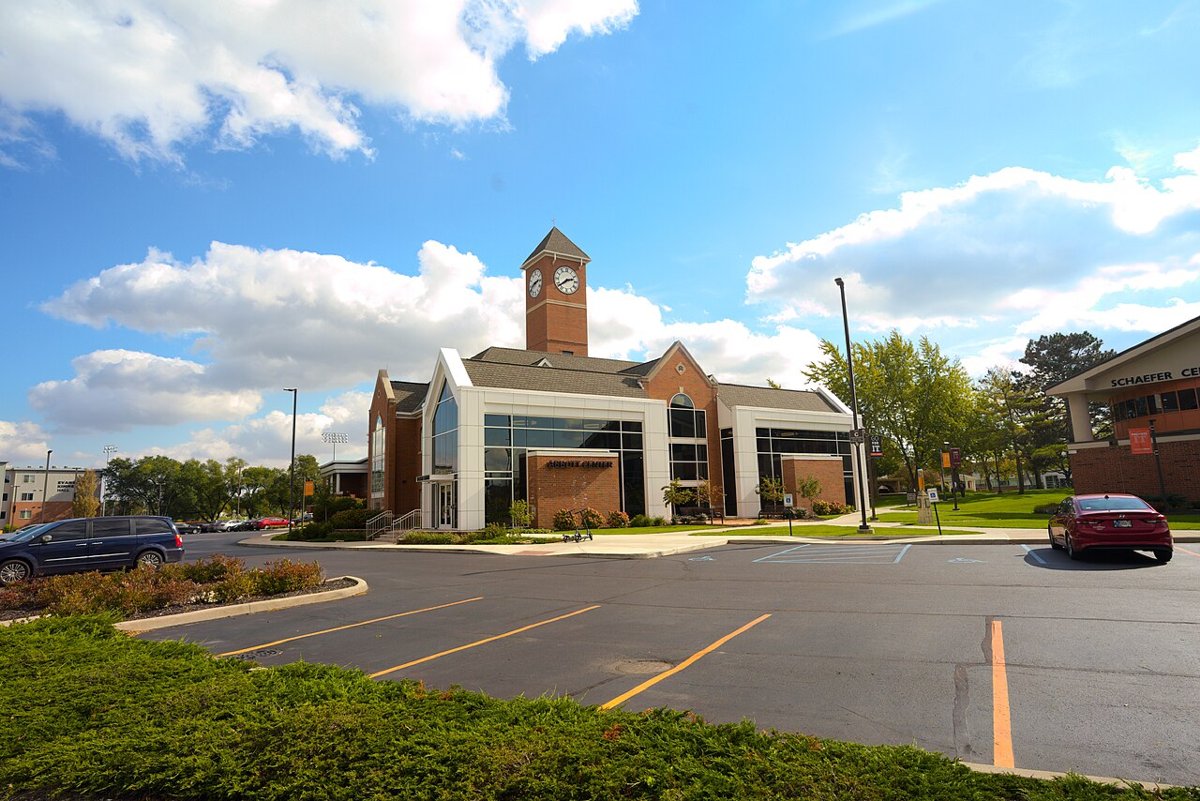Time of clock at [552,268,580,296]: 2:38
